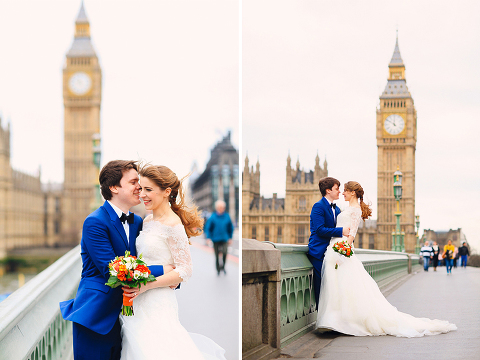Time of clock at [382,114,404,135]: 11:50
